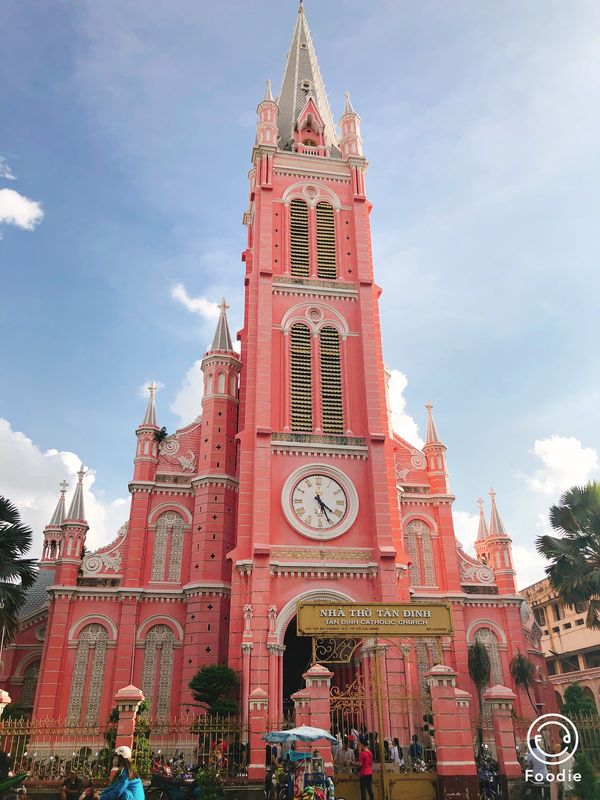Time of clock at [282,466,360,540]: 4:26
